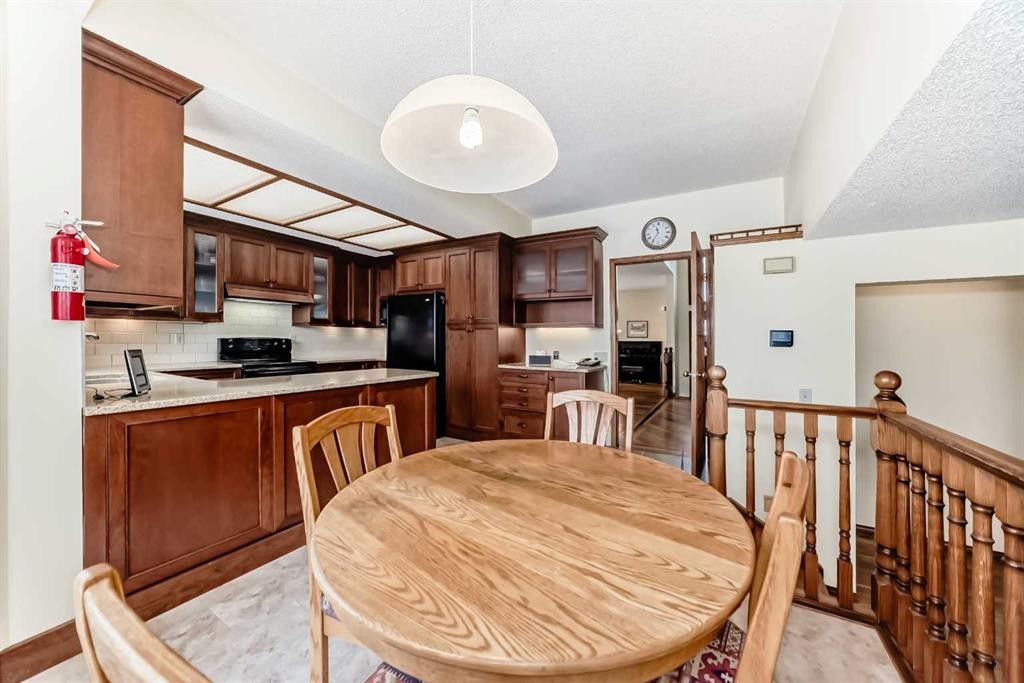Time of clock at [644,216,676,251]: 11:35
